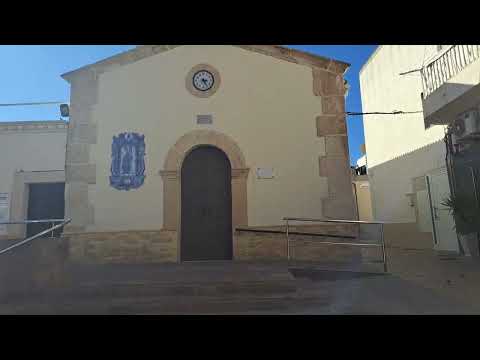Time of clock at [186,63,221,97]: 3:24
